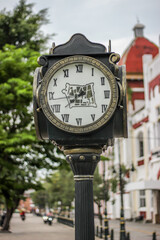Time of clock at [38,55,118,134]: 7:42
